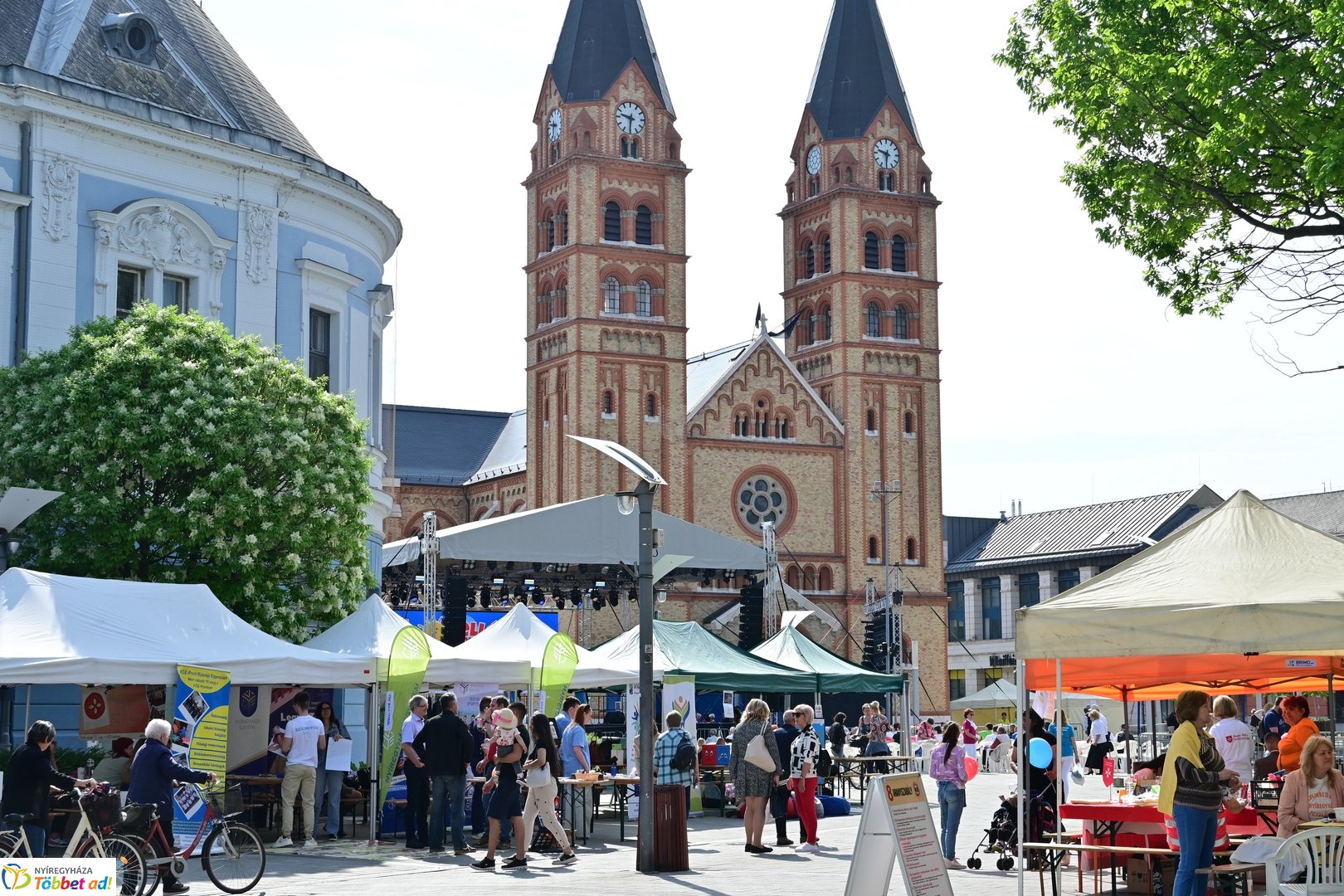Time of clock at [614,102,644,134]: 9:31
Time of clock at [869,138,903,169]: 9:31
